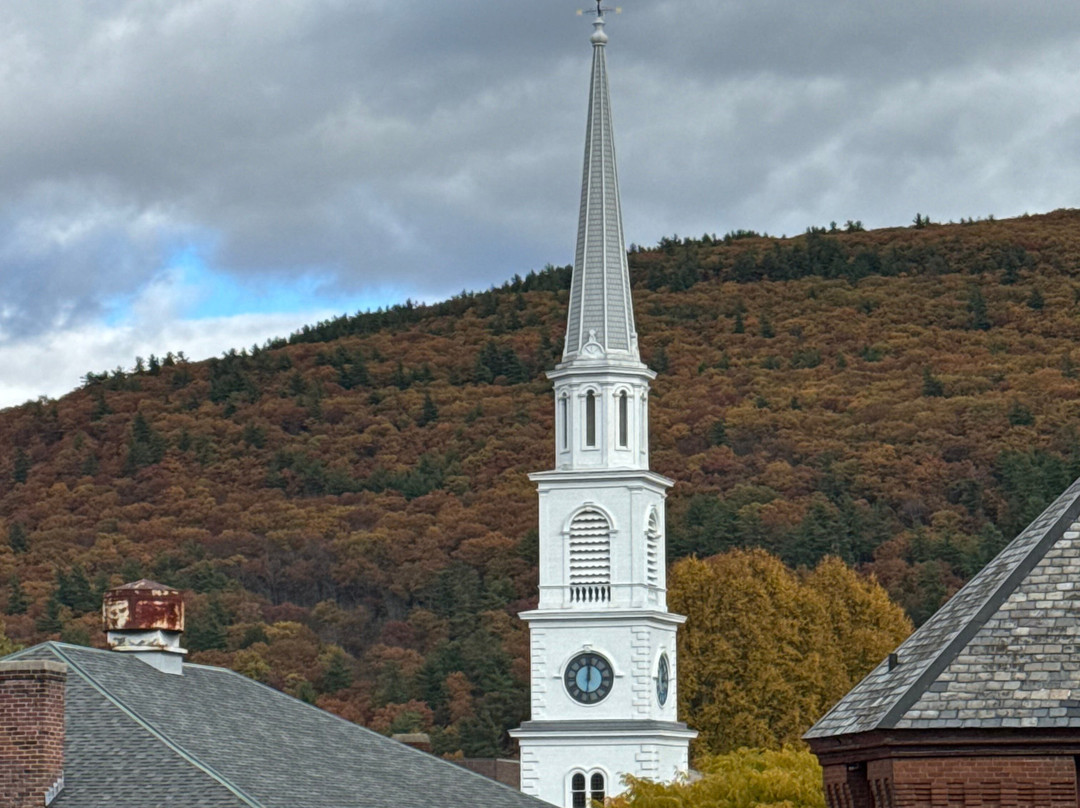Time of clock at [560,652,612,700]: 12:00
